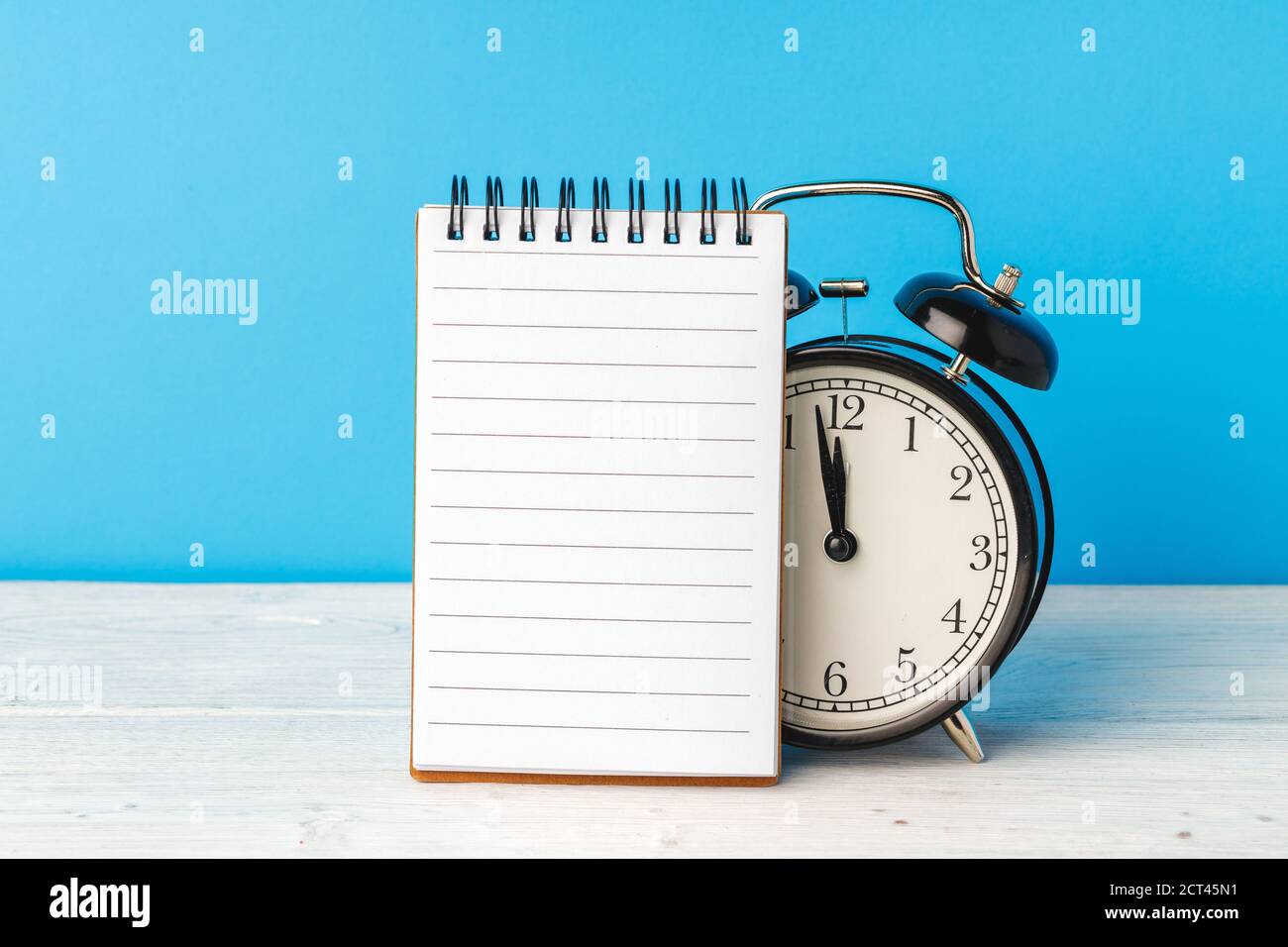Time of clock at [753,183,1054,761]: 11:58
